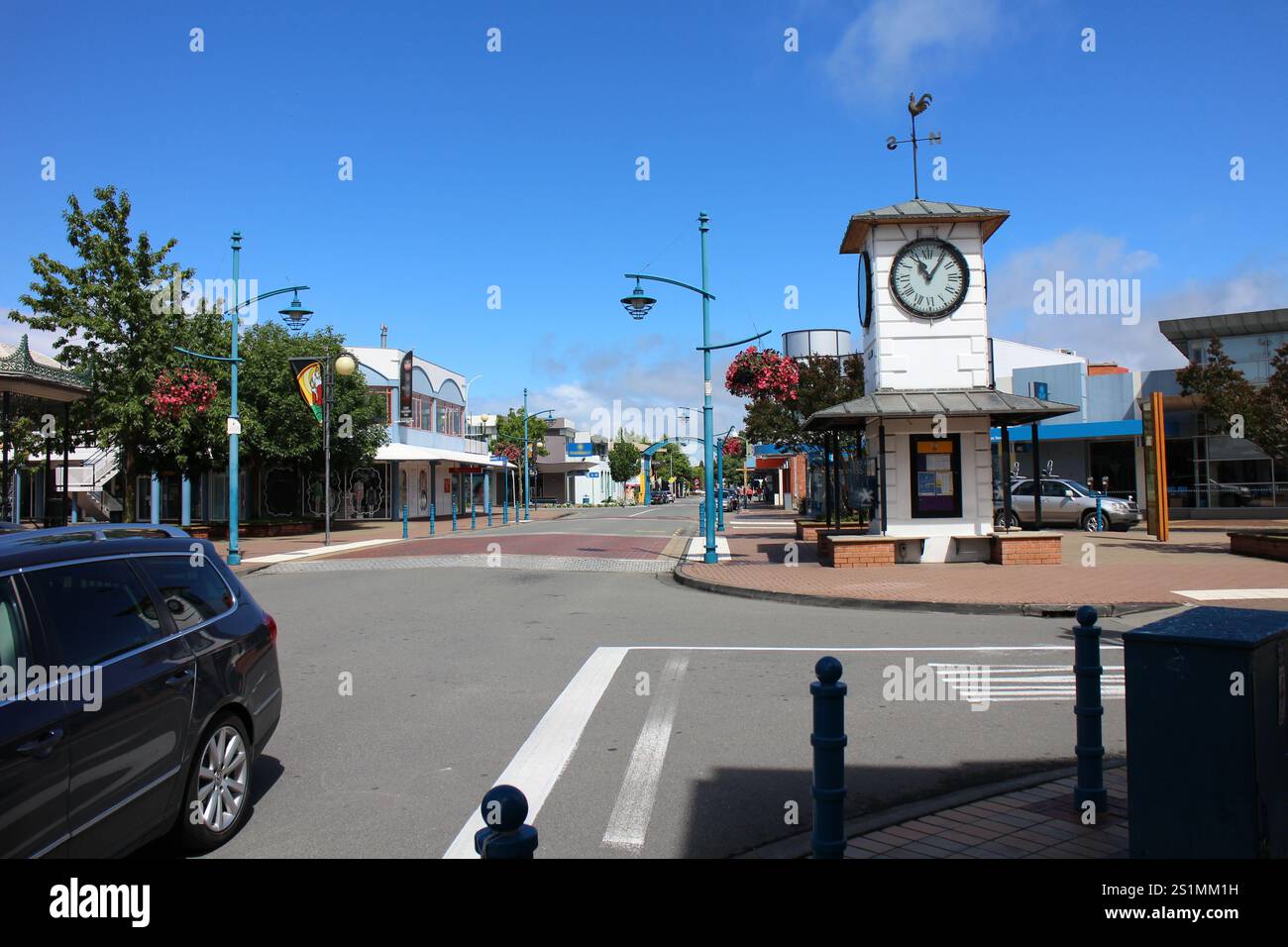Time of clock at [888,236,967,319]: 11:06
